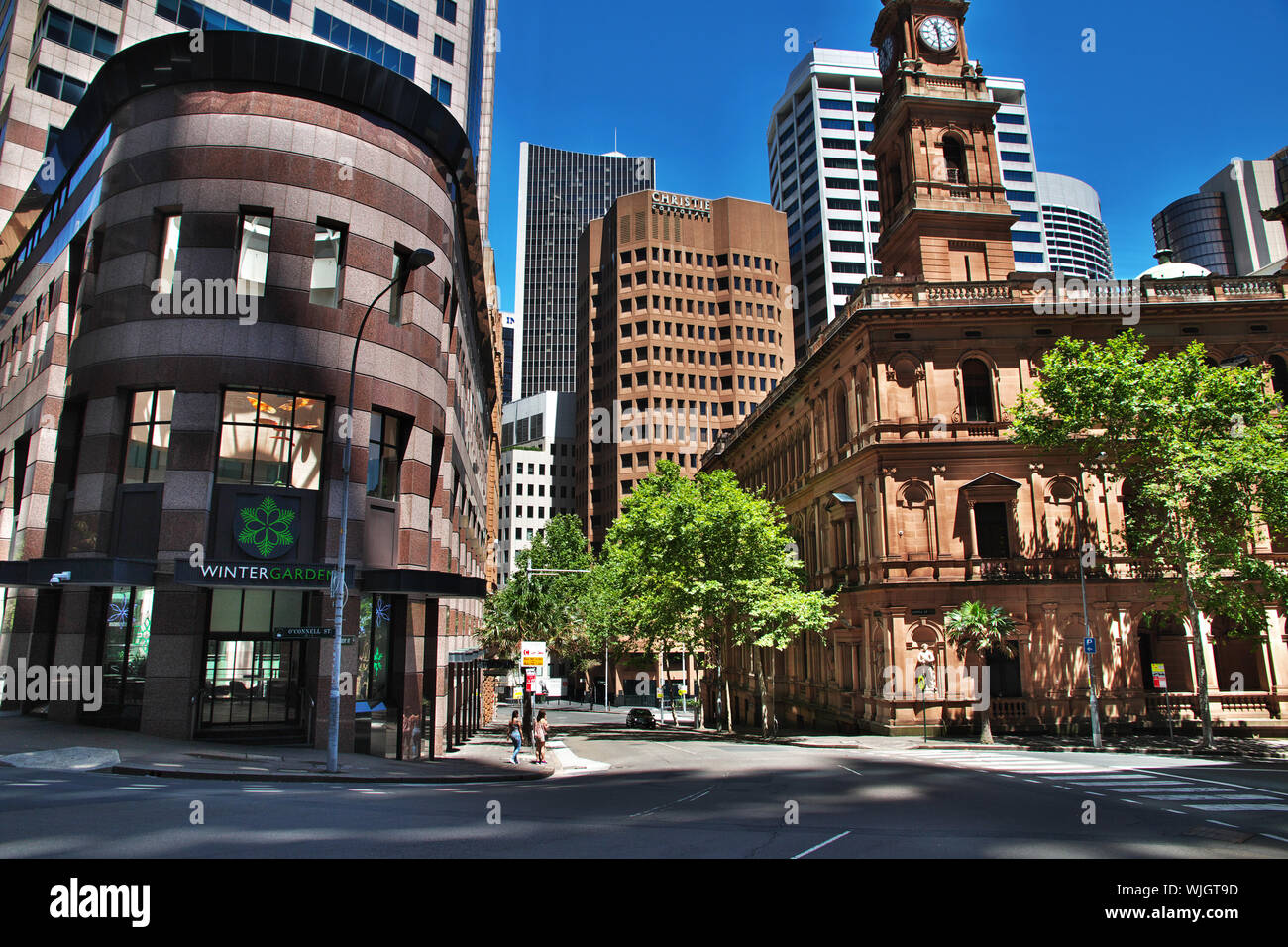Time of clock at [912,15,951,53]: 11:29
